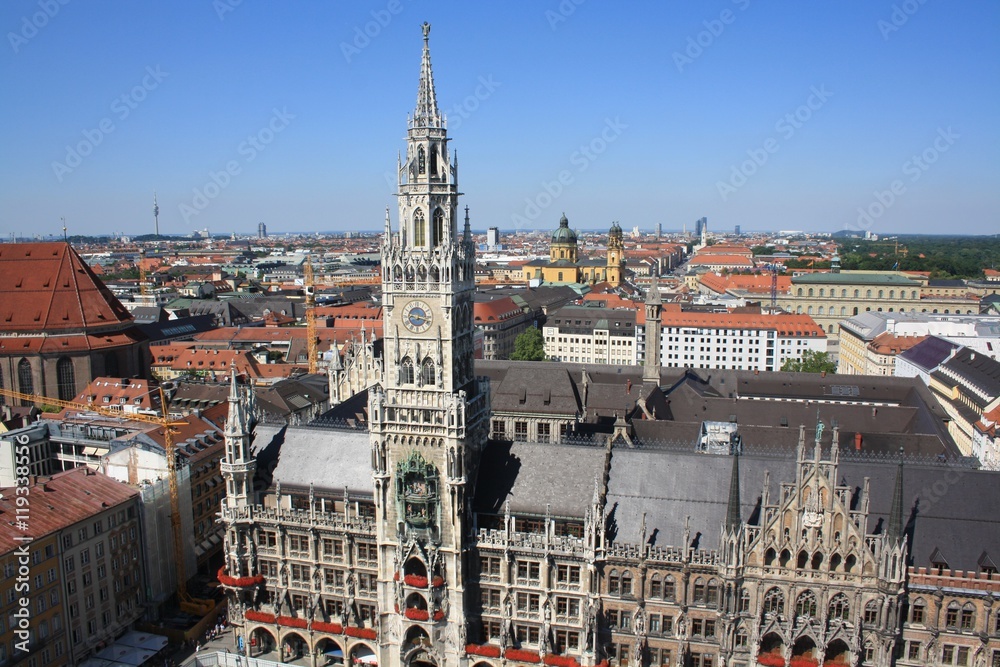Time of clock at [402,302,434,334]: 9:17
